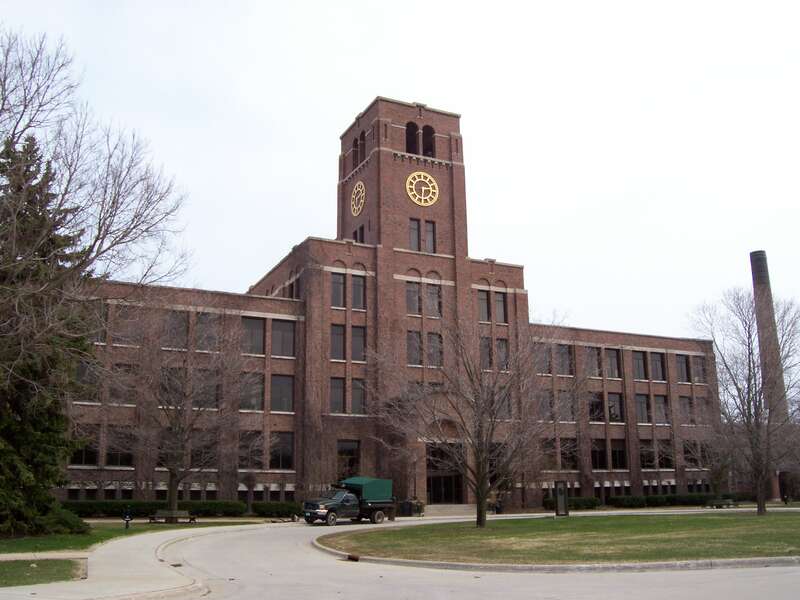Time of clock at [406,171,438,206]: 6:13
